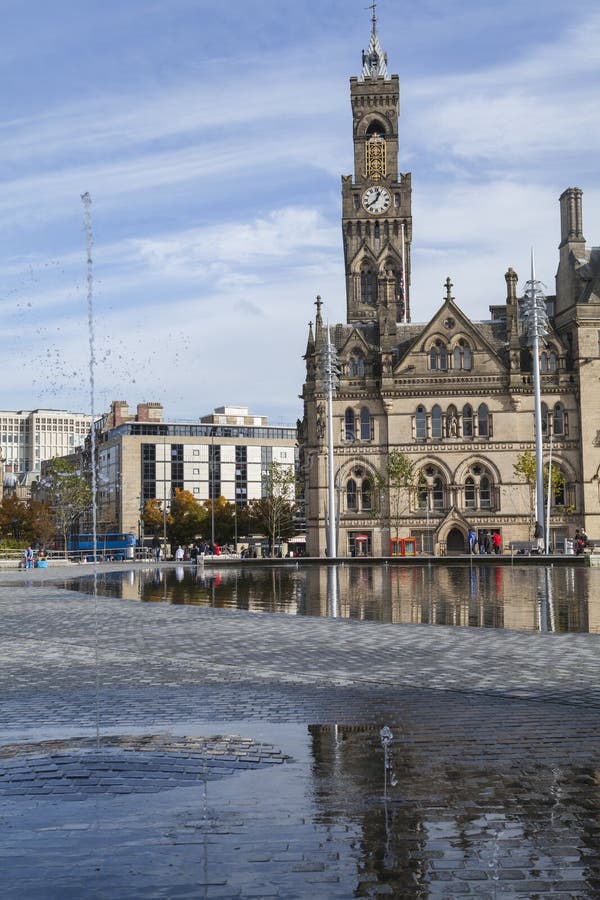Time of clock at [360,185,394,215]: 12:38
